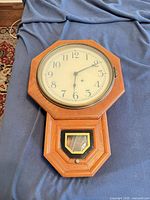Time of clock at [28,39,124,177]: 6:10
